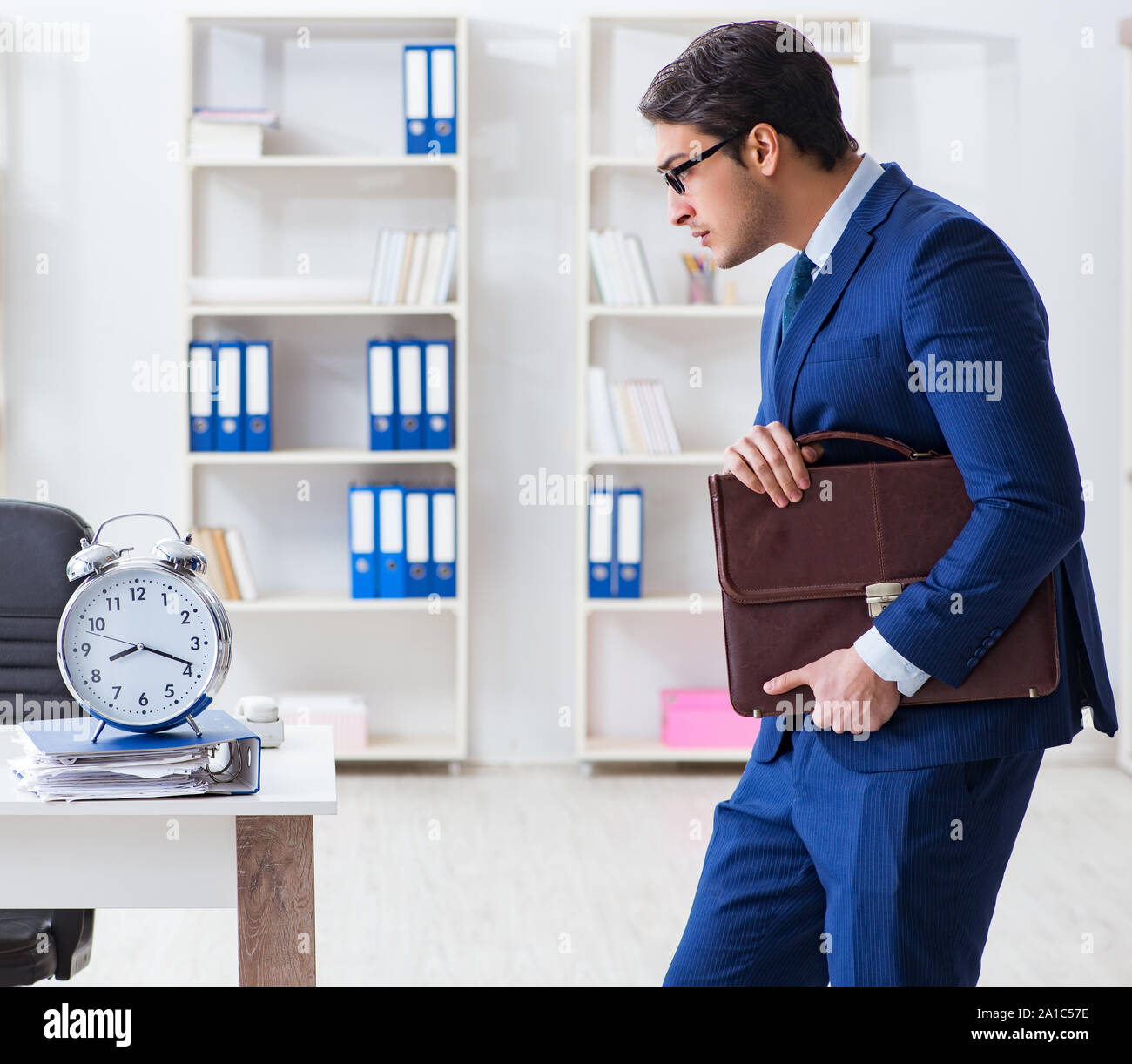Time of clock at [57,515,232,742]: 8:18
